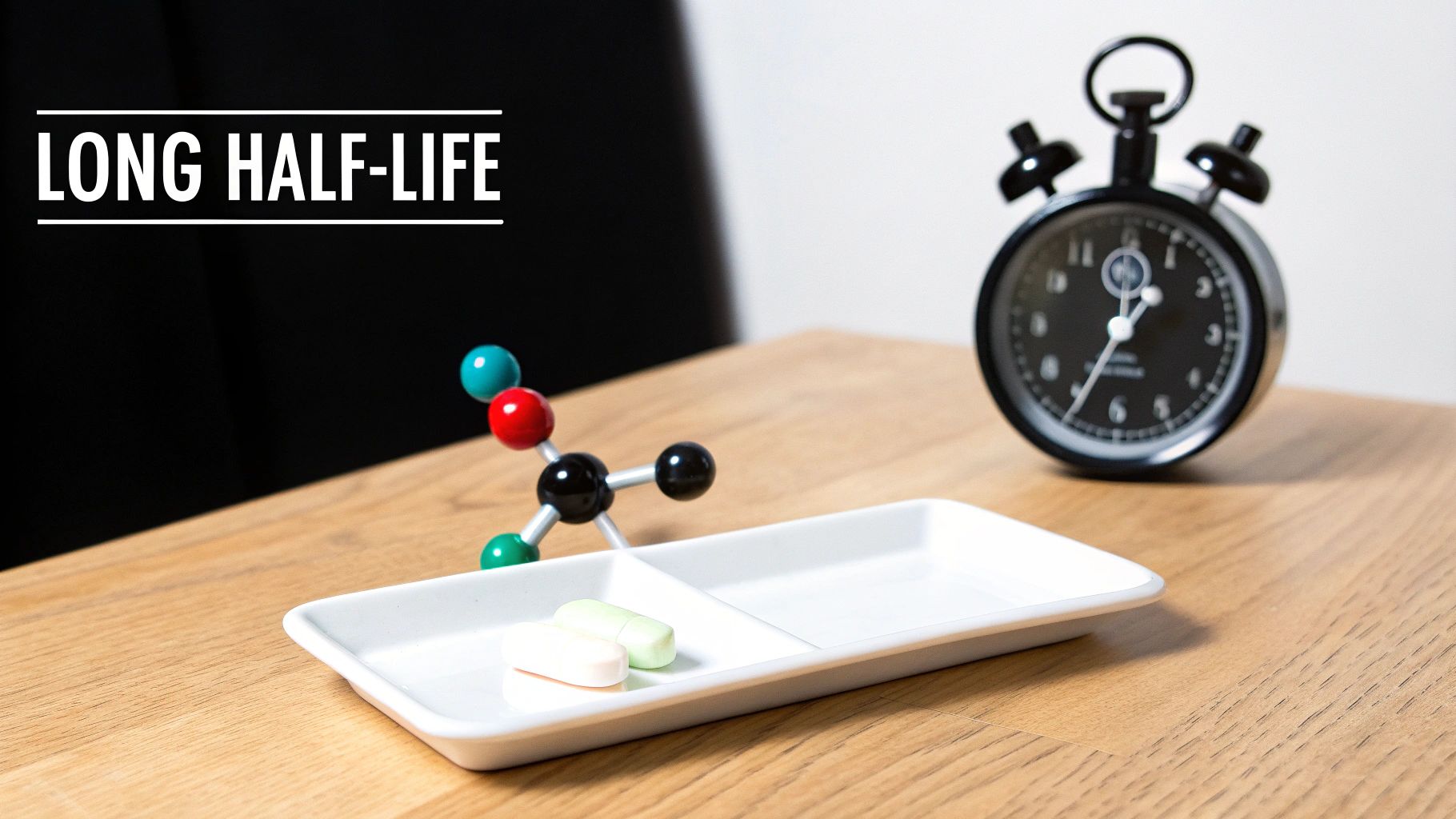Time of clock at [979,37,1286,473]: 12:34
